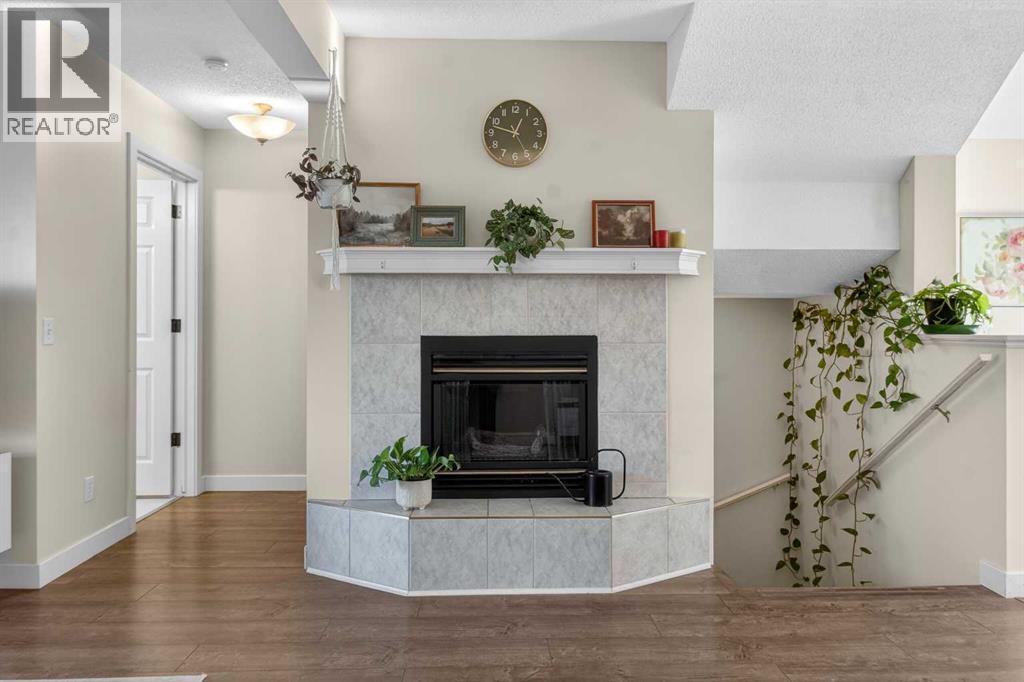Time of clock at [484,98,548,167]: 12:47
